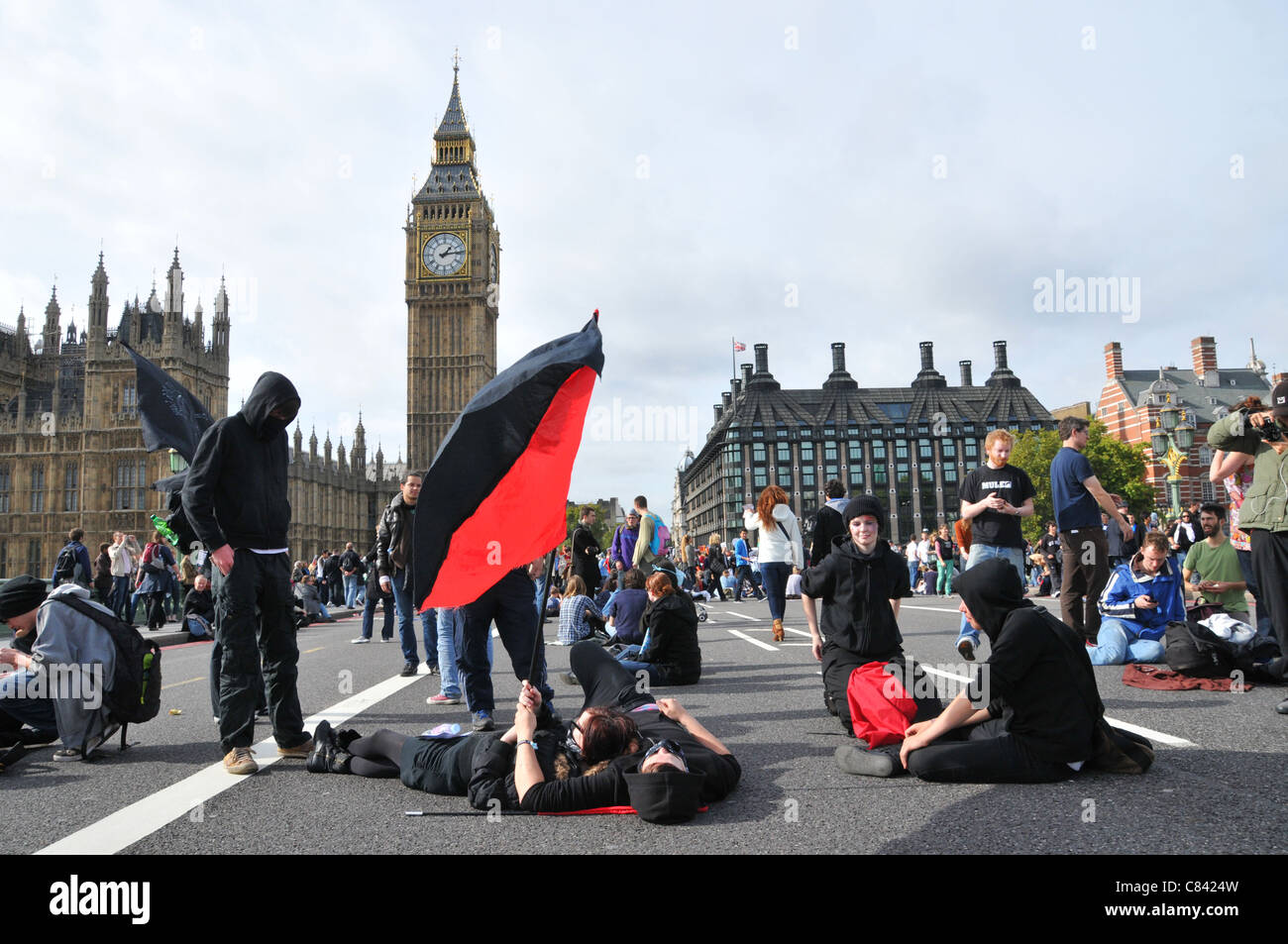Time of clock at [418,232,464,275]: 1:13
